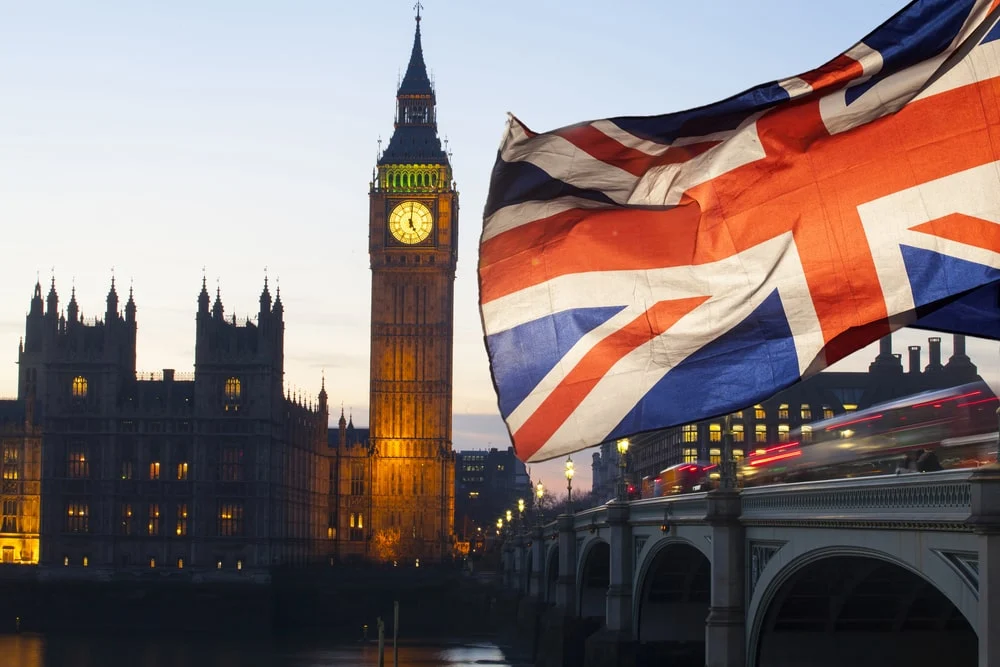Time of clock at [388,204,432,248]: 5:00
